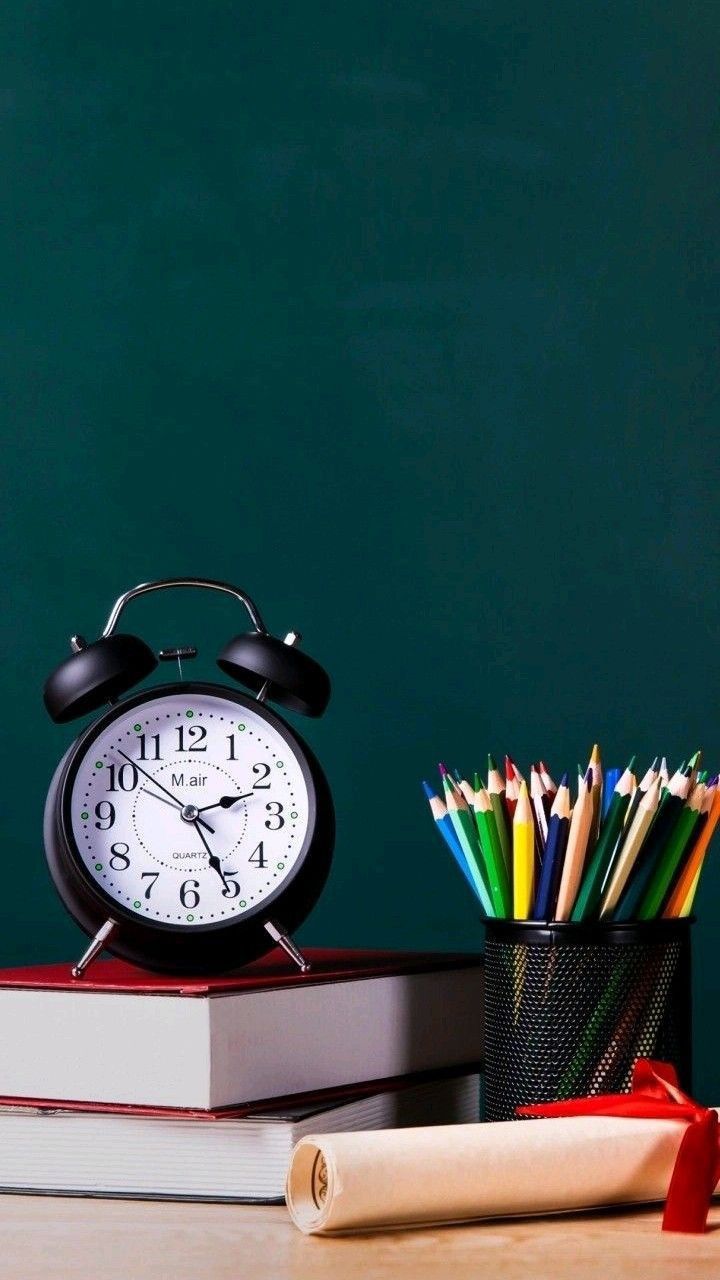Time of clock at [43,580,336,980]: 2:25
